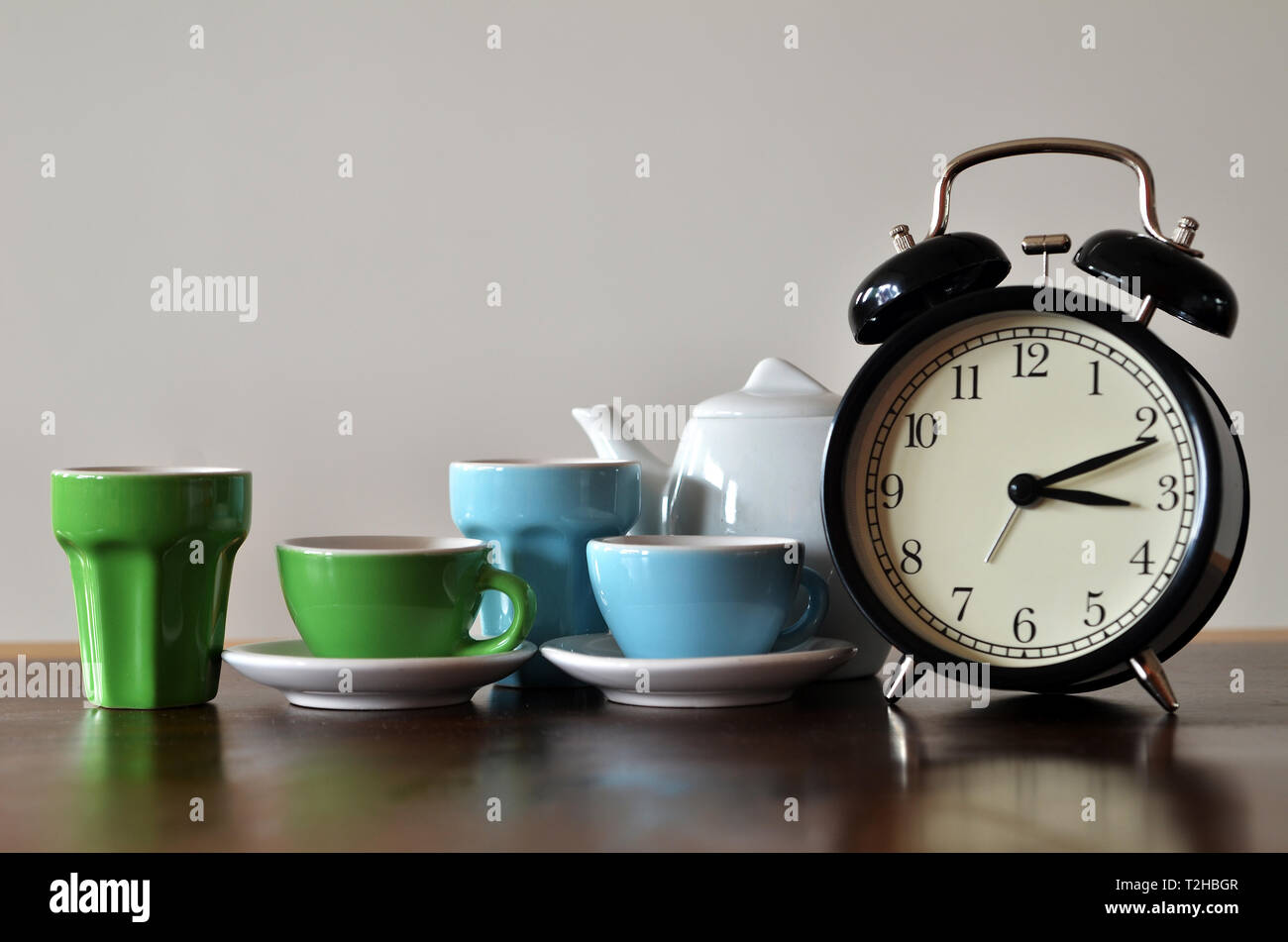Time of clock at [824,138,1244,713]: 3:11
